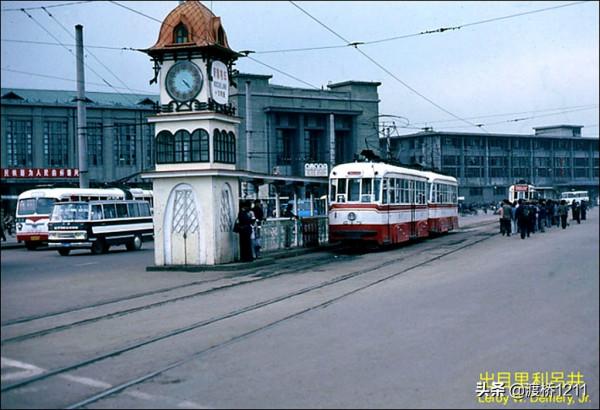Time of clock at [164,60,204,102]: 4:22
